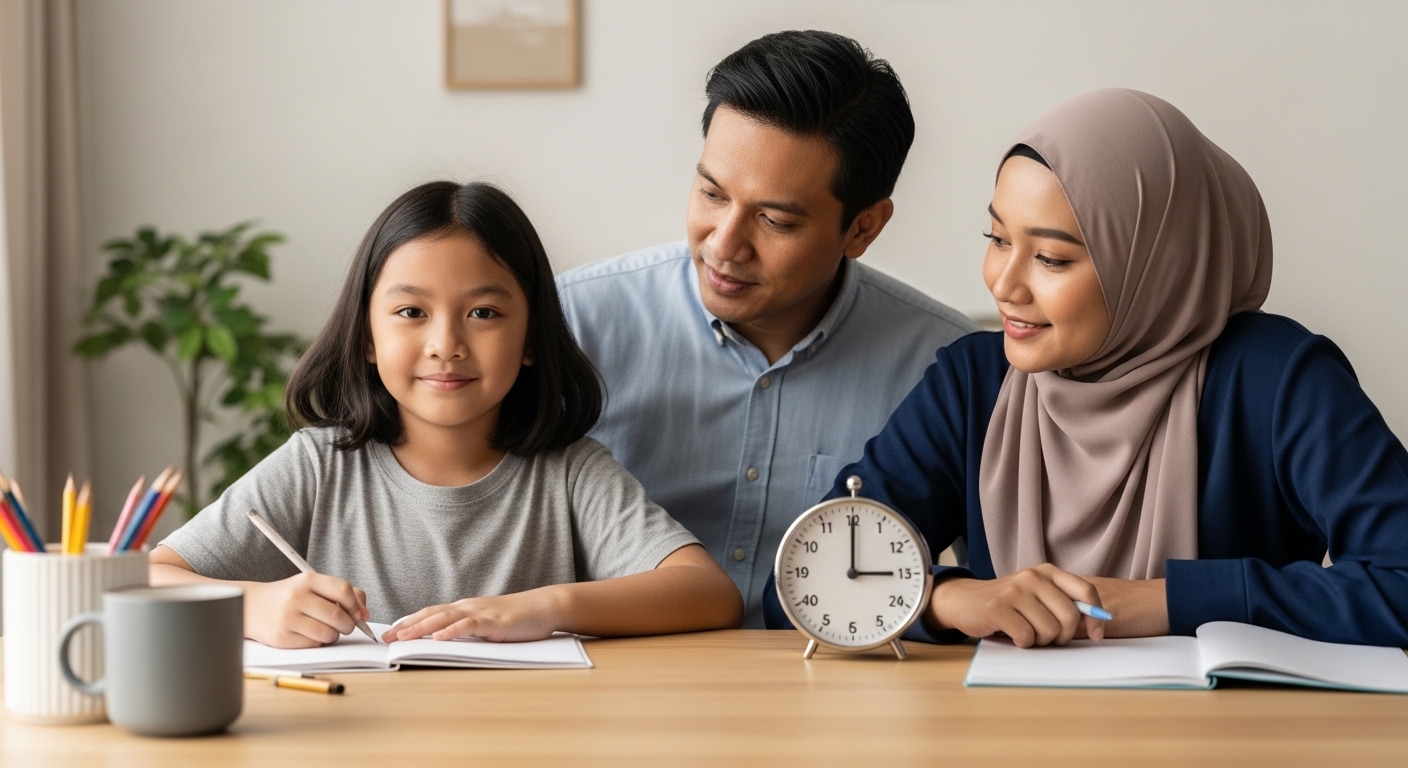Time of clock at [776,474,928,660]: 3:00
